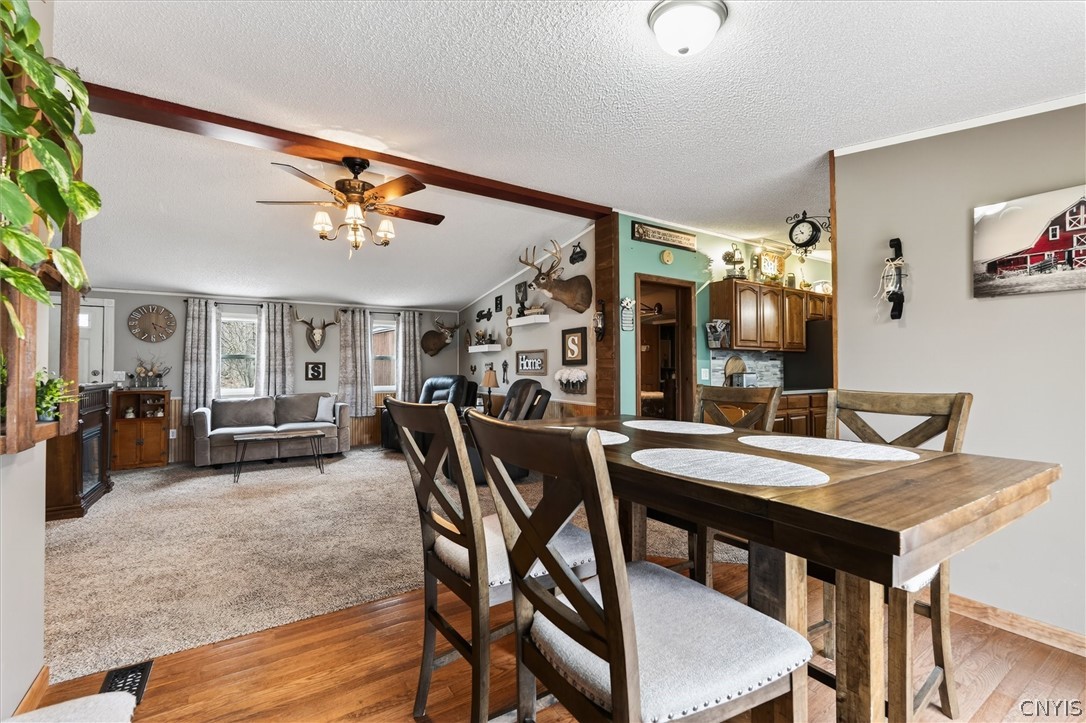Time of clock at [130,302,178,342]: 5:18
